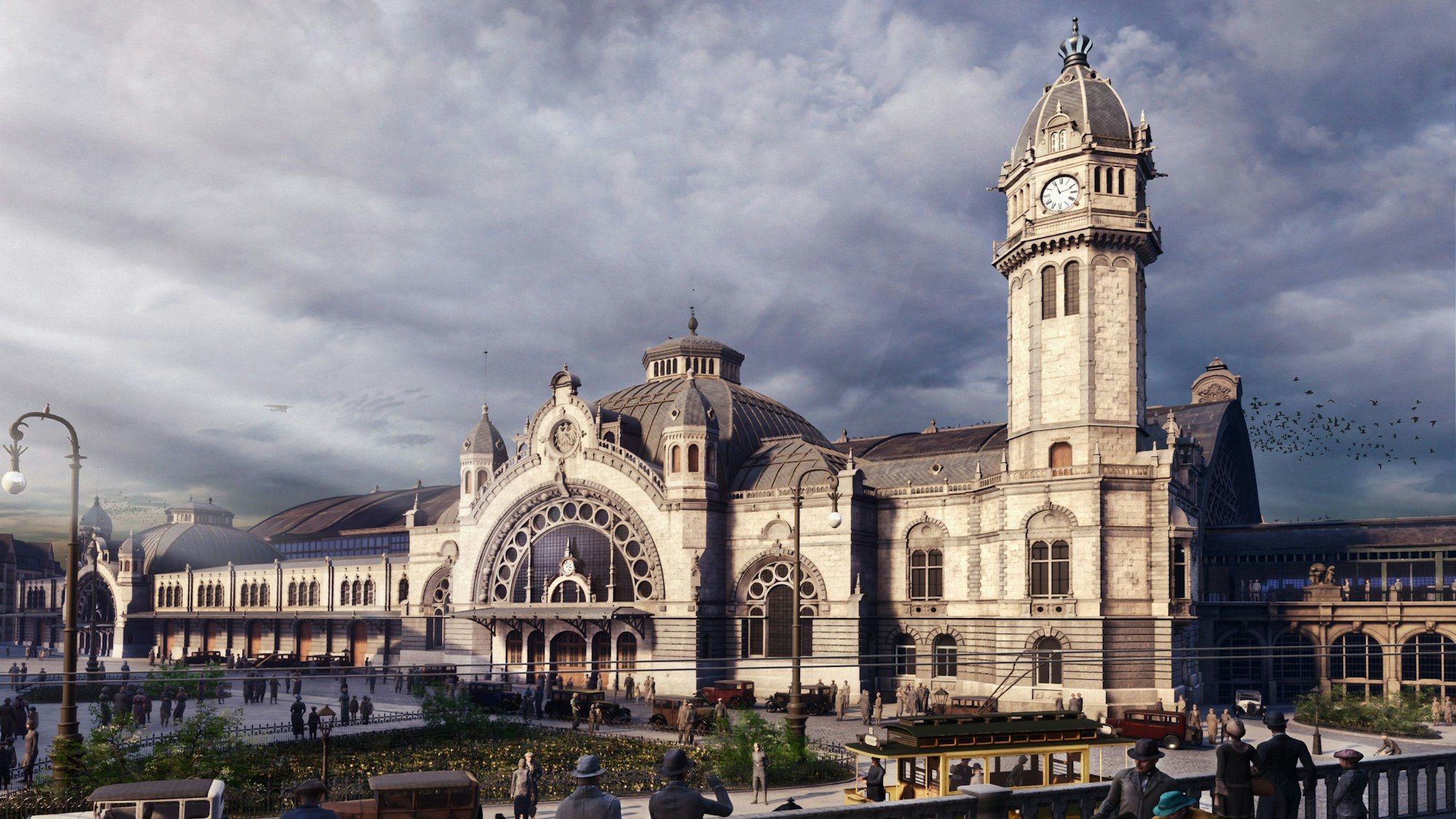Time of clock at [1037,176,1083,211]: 11:11
